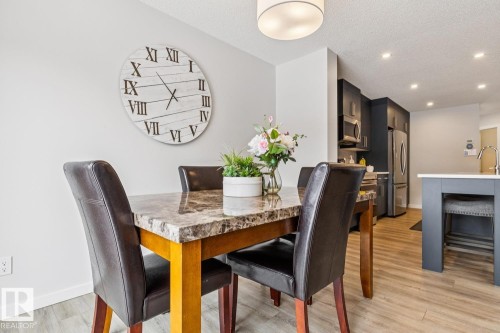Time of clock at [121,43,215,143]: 6:53
